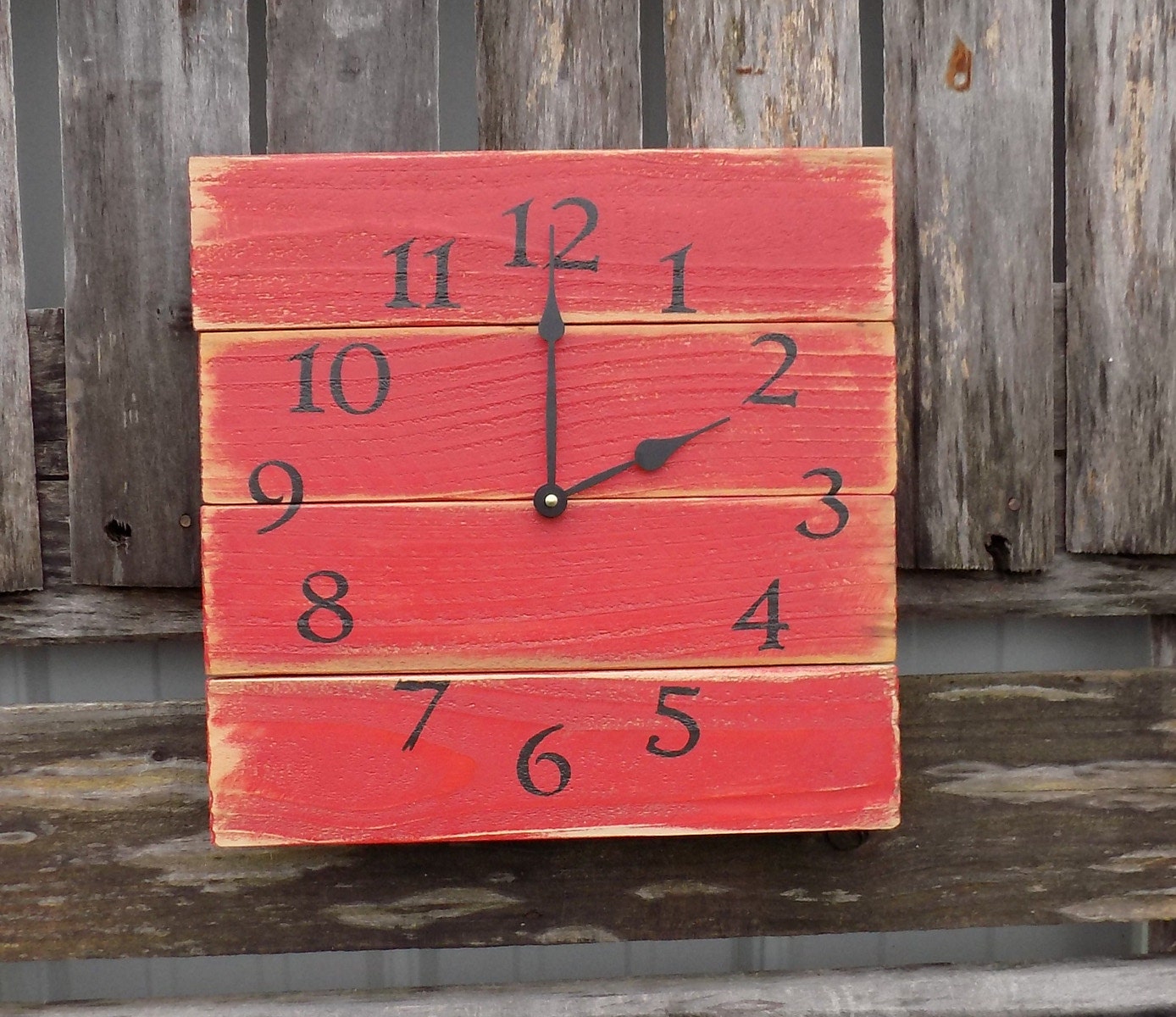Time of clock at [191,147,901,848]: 2:00
